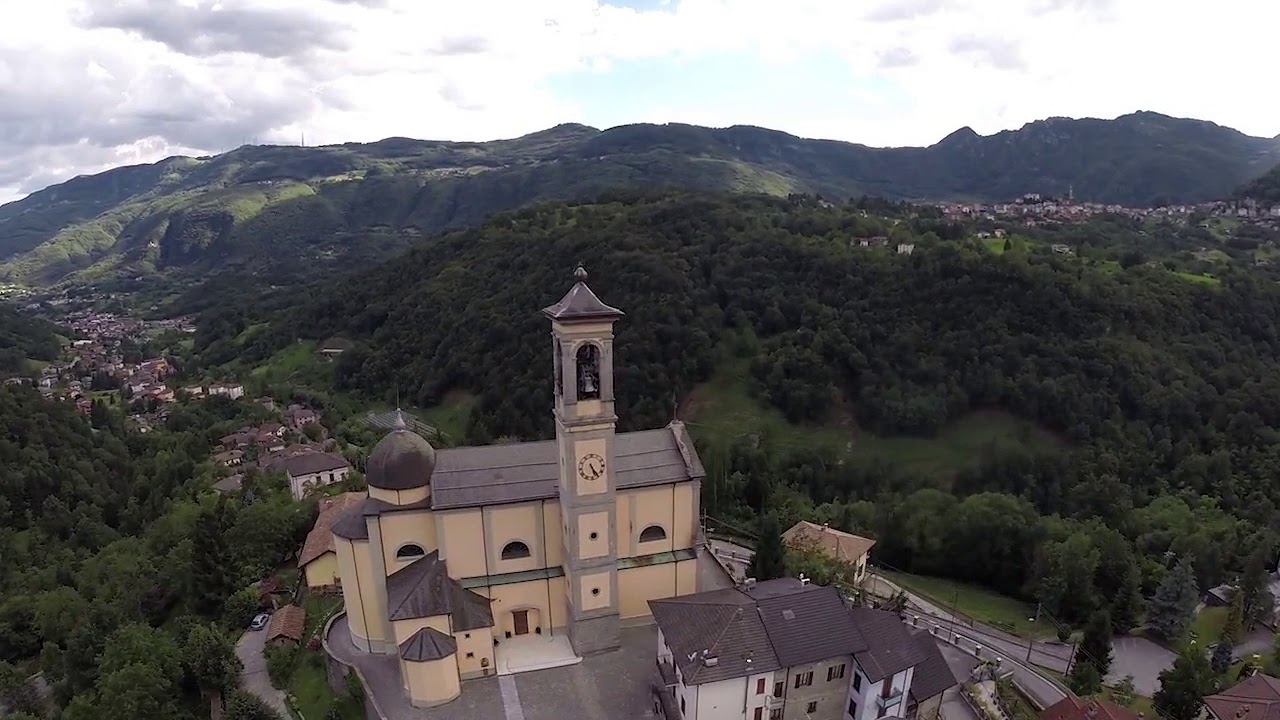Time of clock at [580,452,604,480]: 5:24
